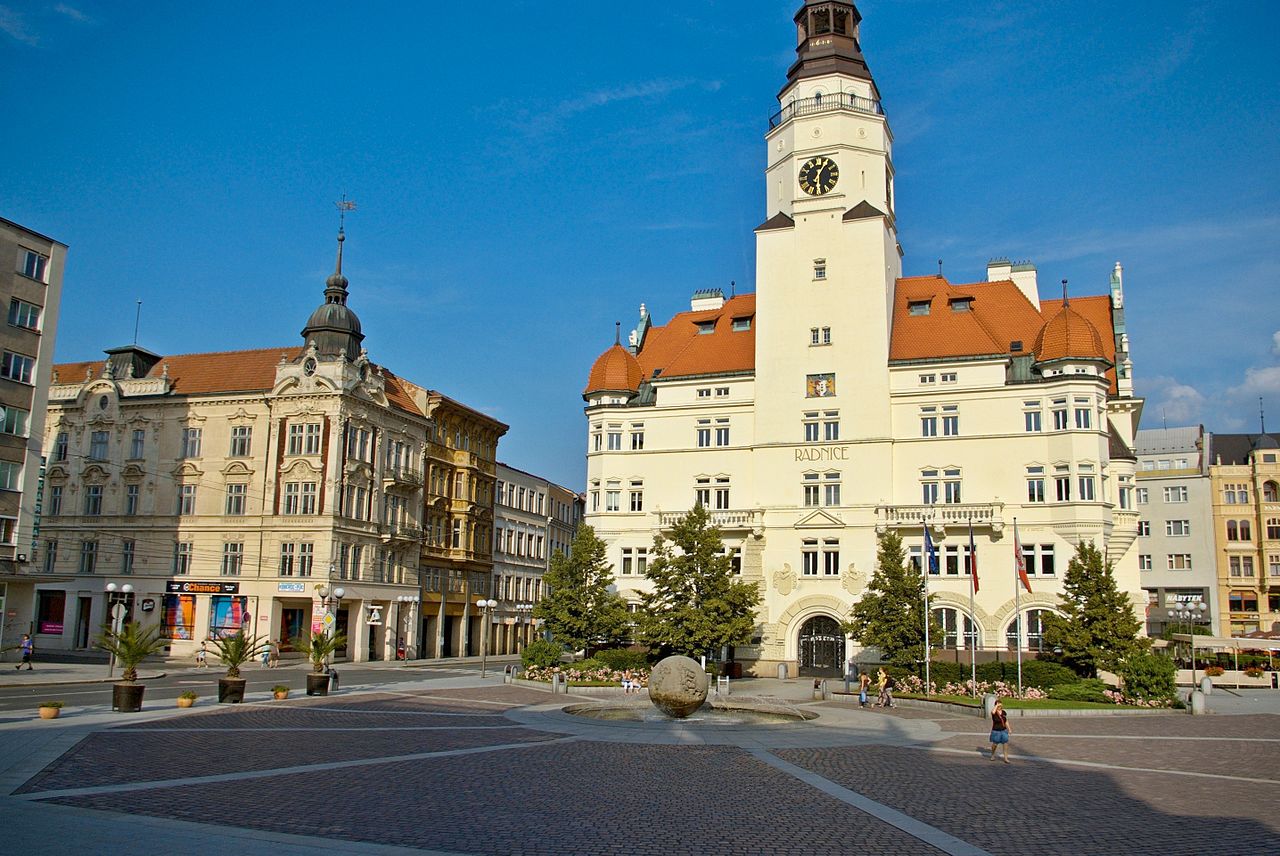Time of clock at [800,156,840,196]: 6:05
